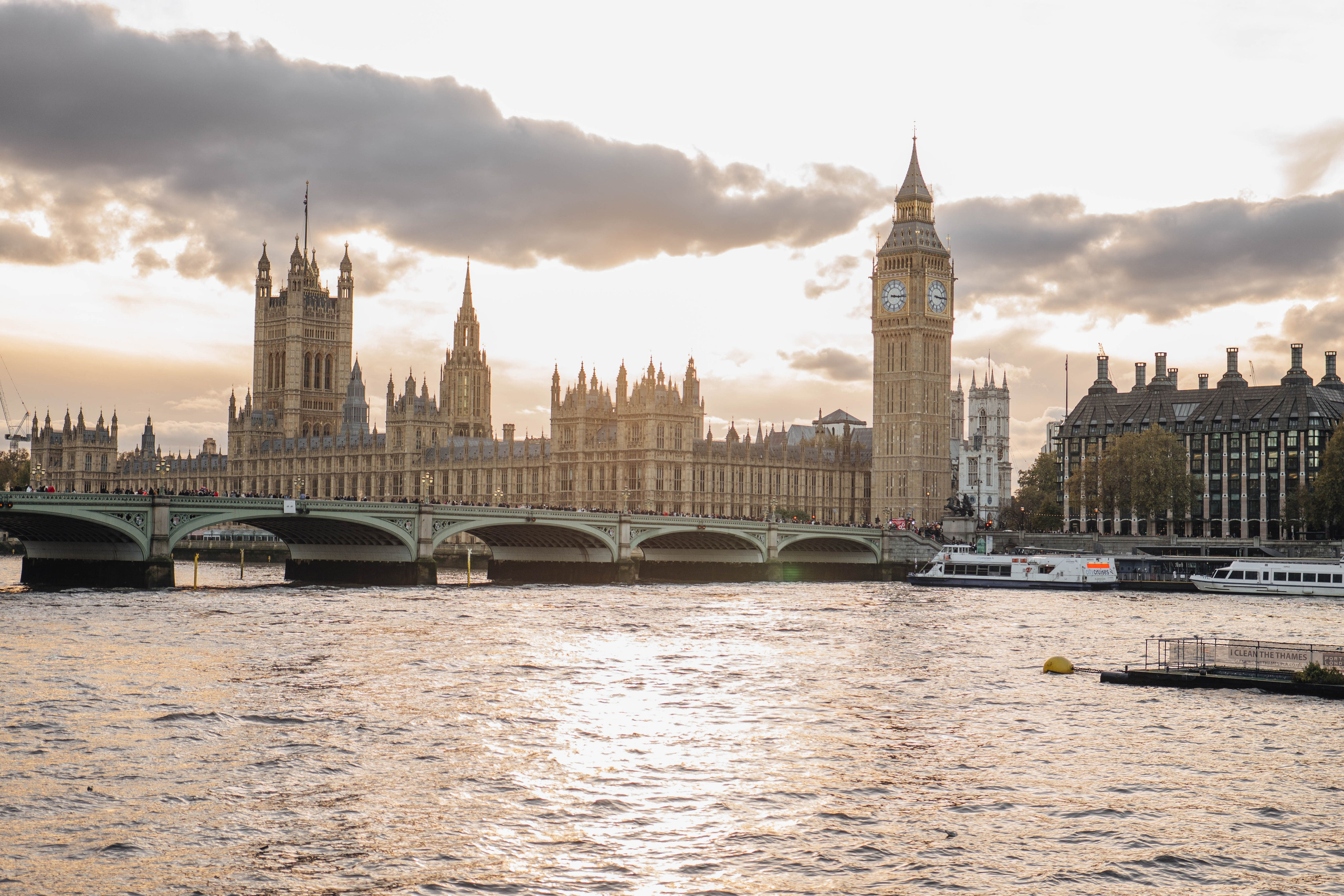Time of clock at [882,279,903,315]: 3:15
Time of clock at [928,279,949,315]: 3:15
